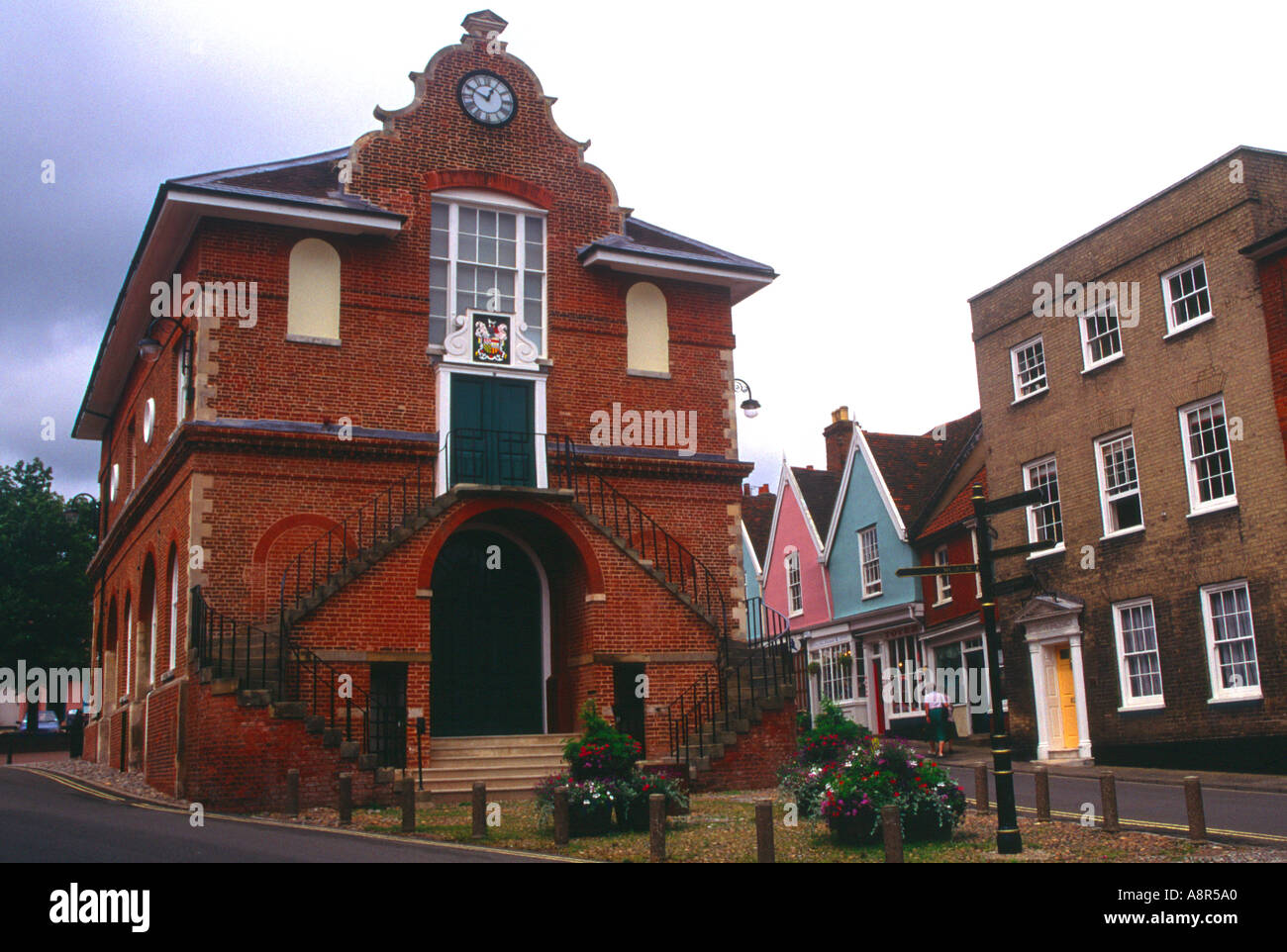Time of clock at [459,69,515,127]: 12:49
